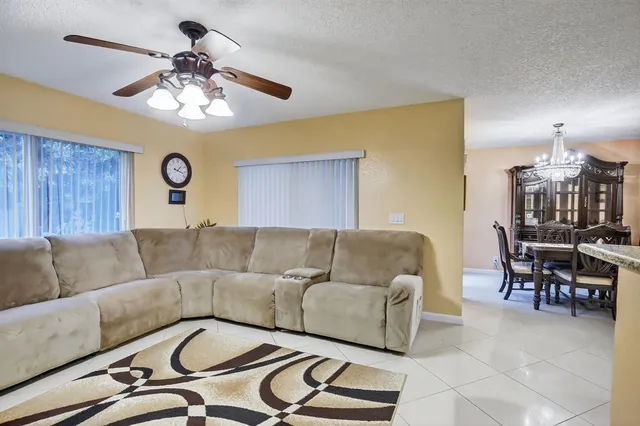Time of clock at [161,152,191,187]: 1:17
